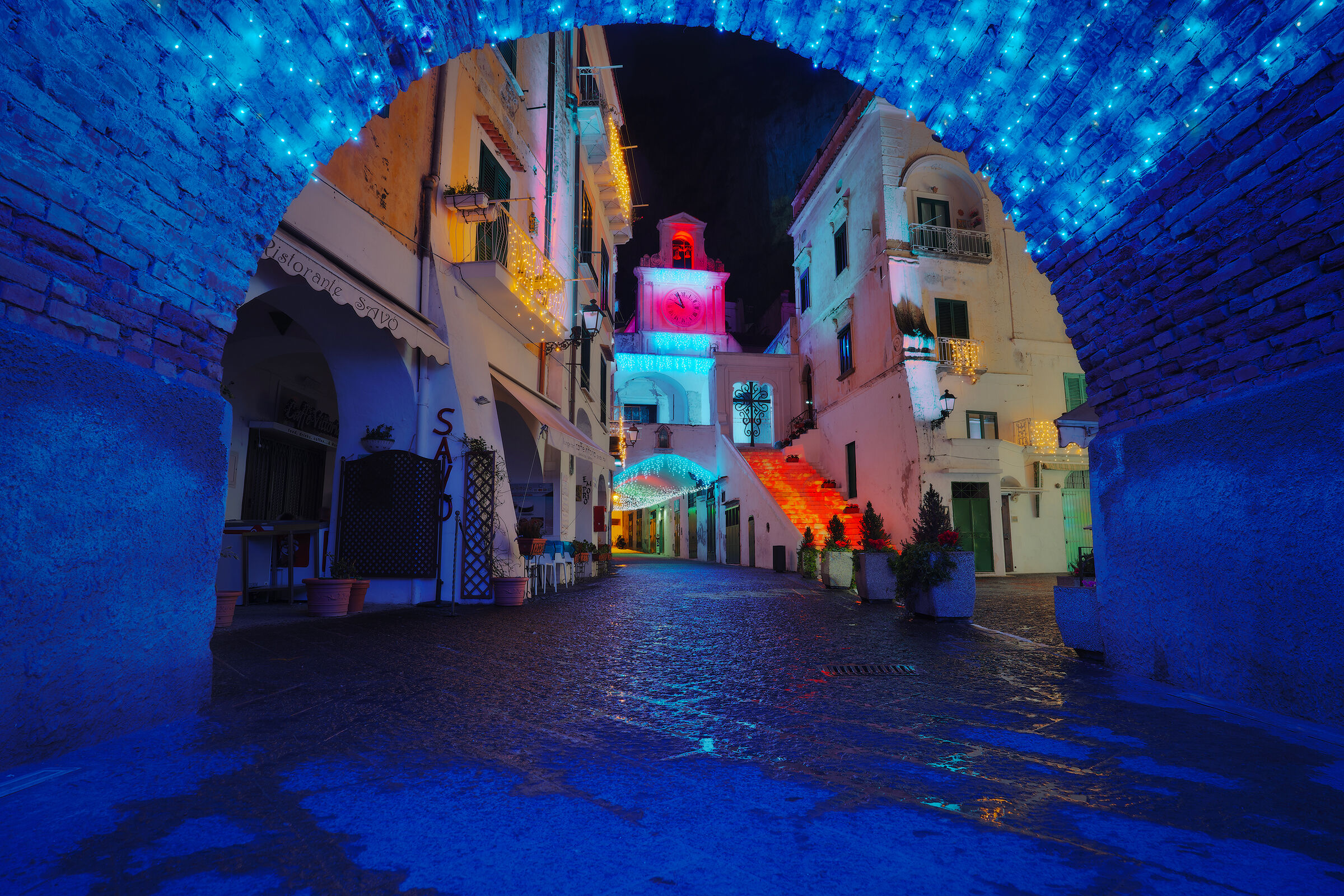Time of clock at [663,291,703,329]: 9:56
